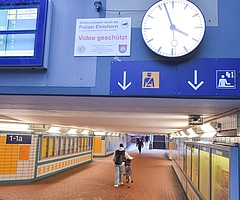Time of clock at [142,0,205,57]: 3:57
